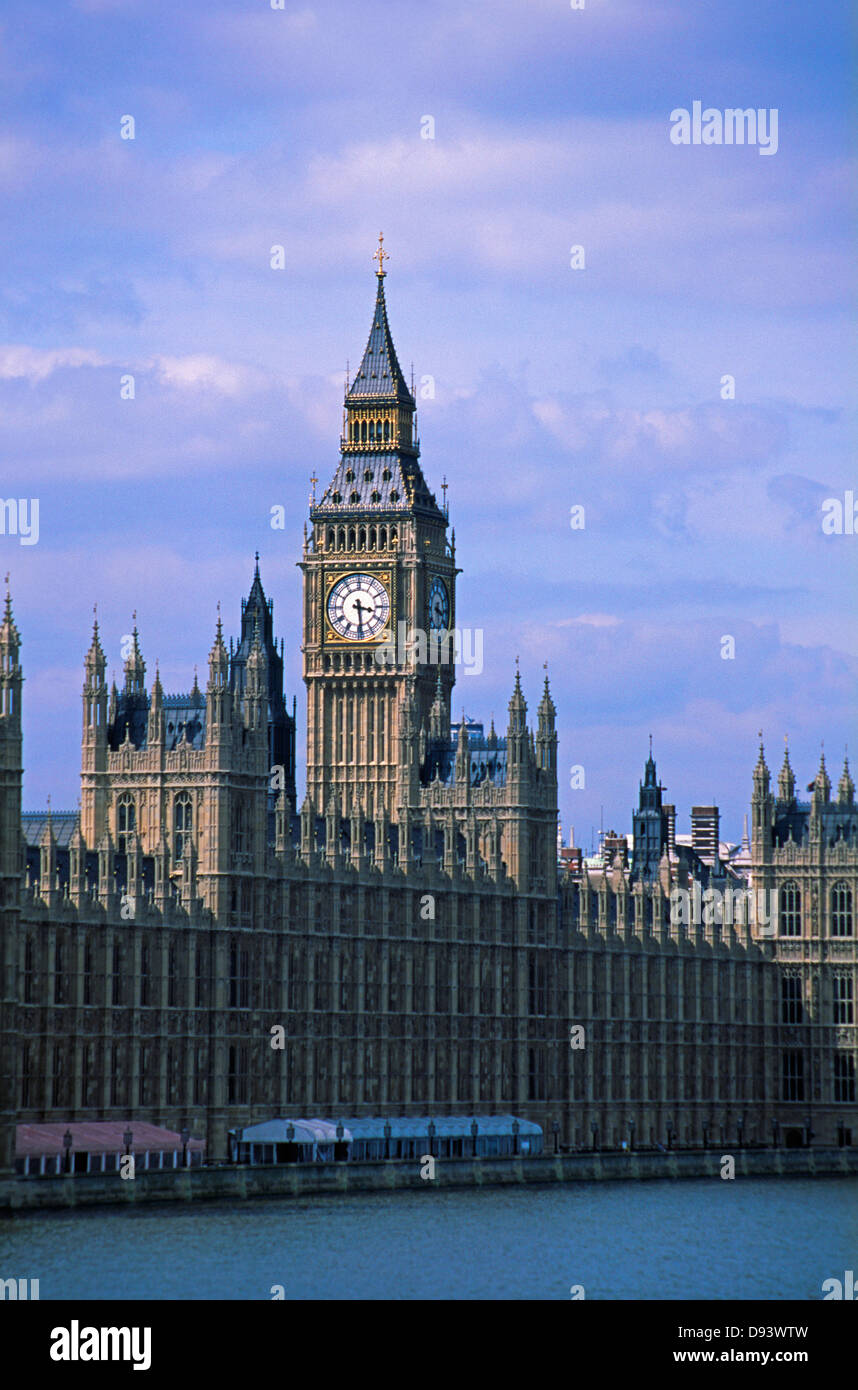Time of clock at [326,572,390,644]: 3:28
